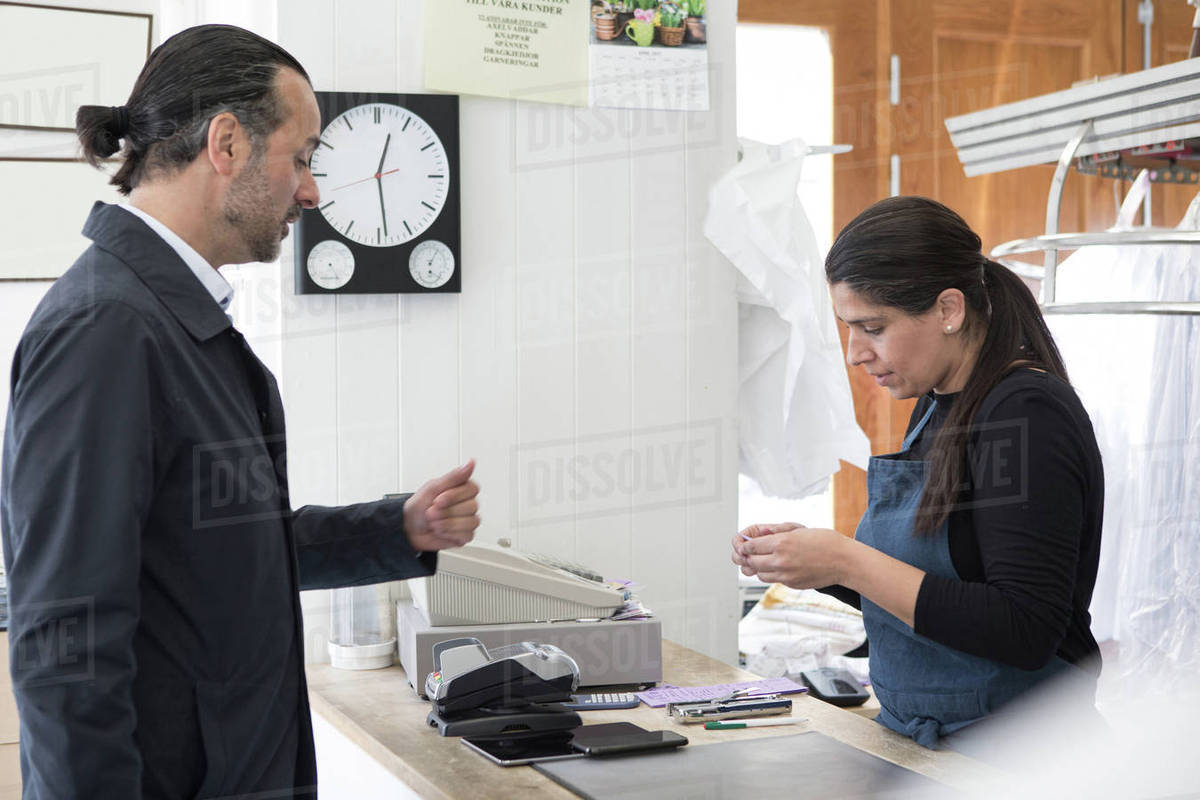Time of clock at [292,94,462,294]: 12:28
